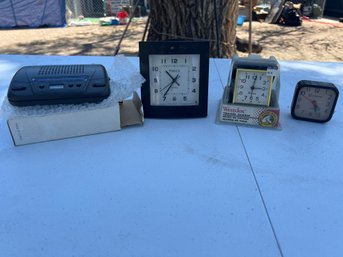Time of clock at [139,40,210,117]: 10:36
